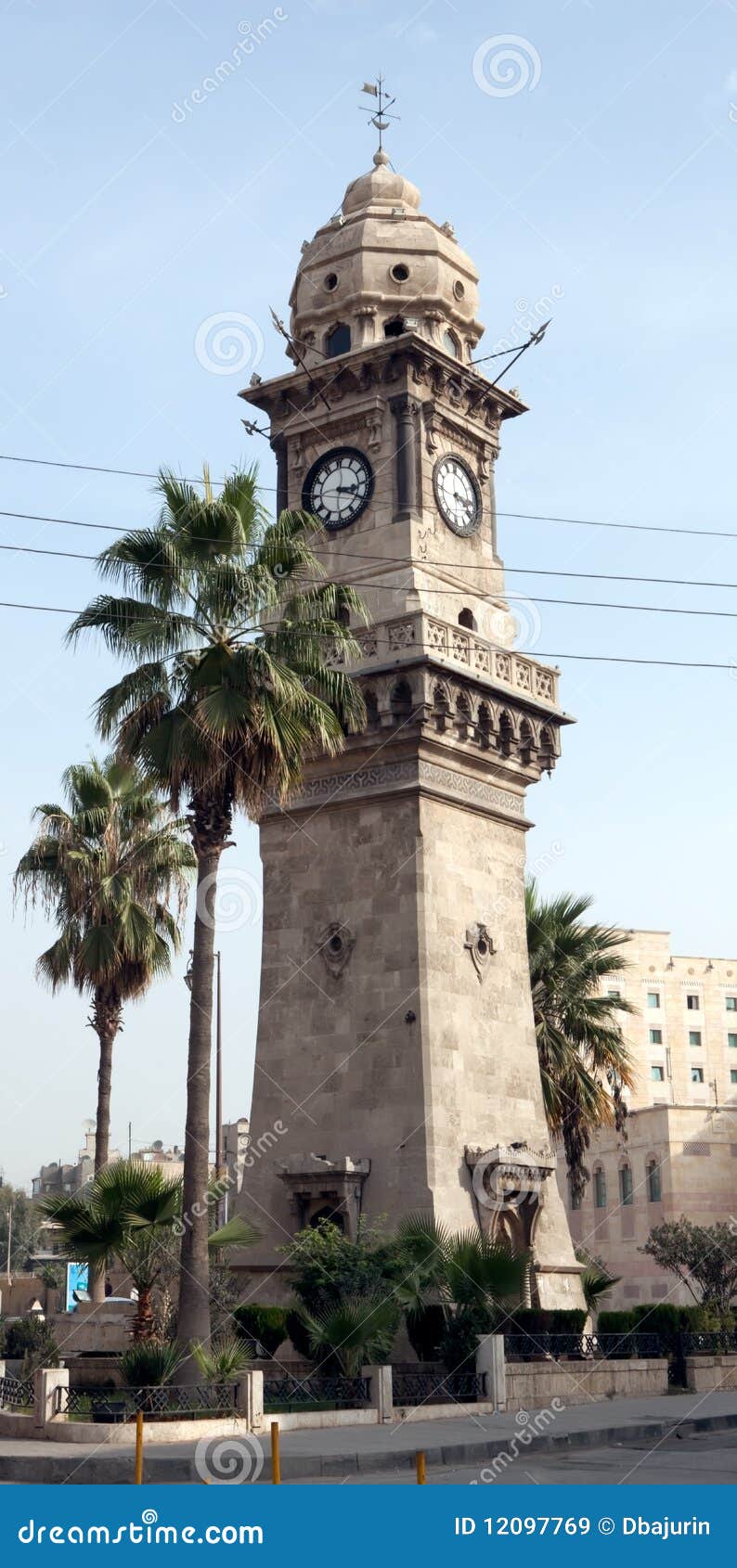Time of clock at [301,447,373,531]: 3:19
